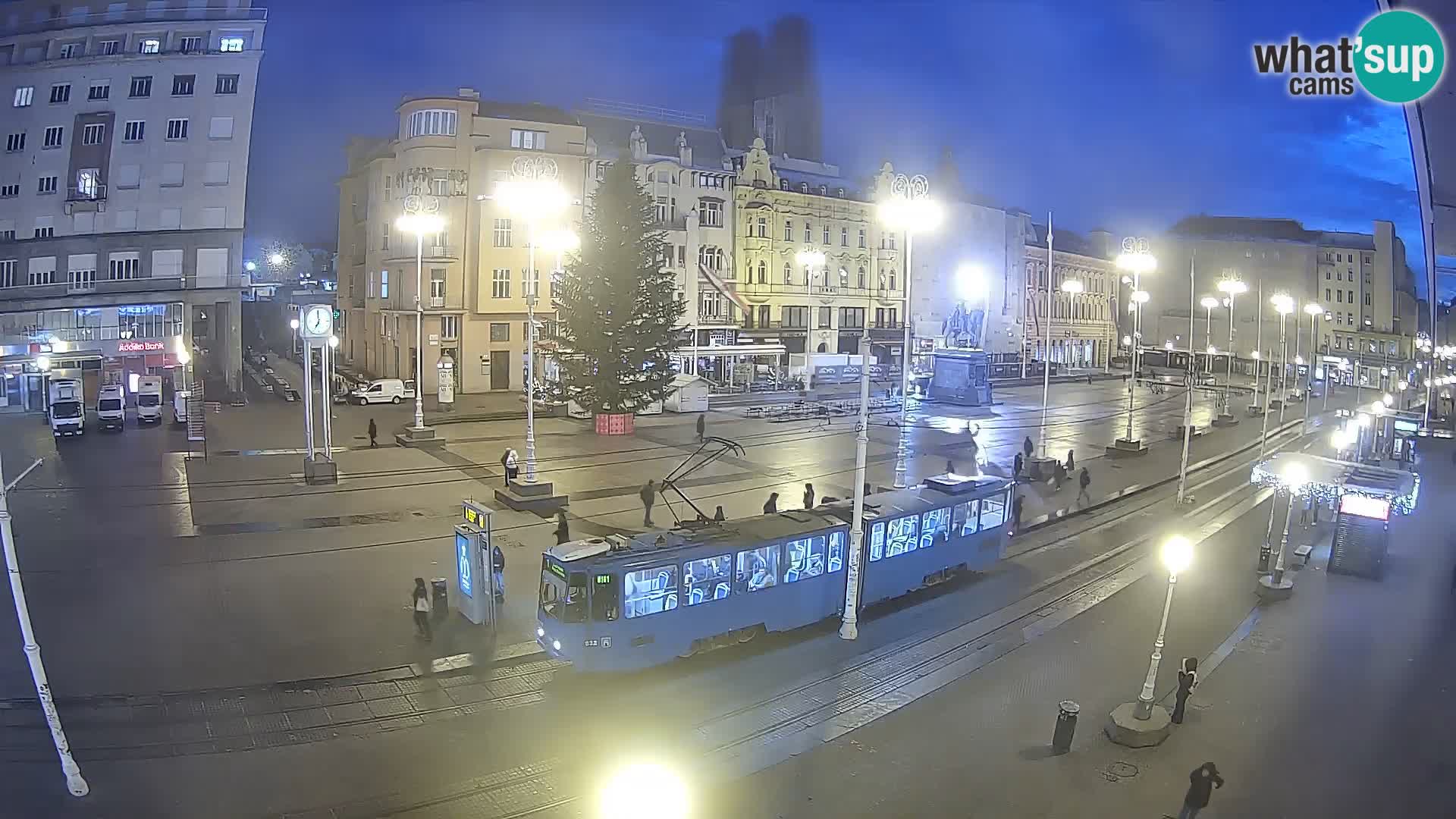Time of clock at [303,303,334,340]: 6:59
